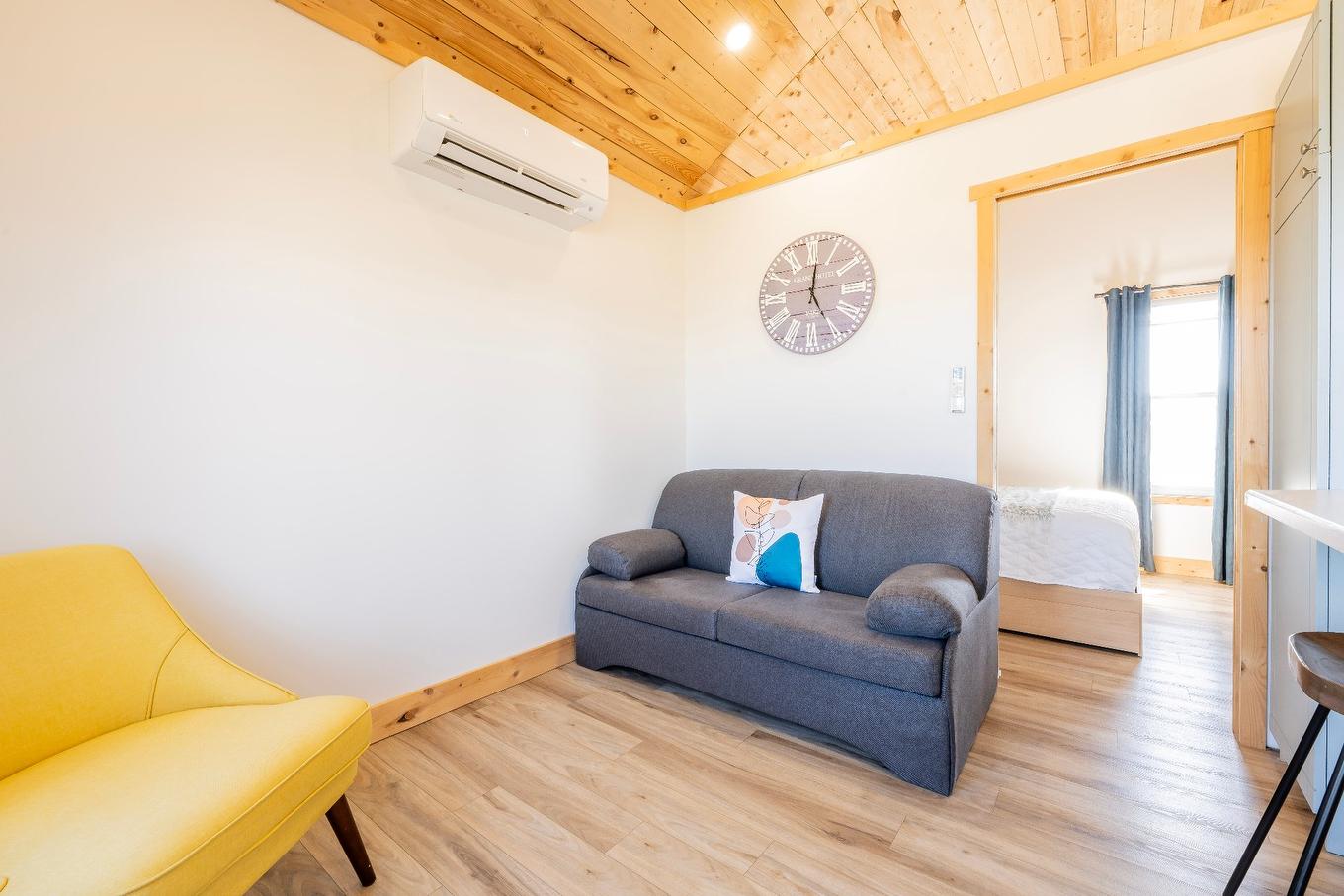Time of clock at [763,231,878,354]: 5:01
